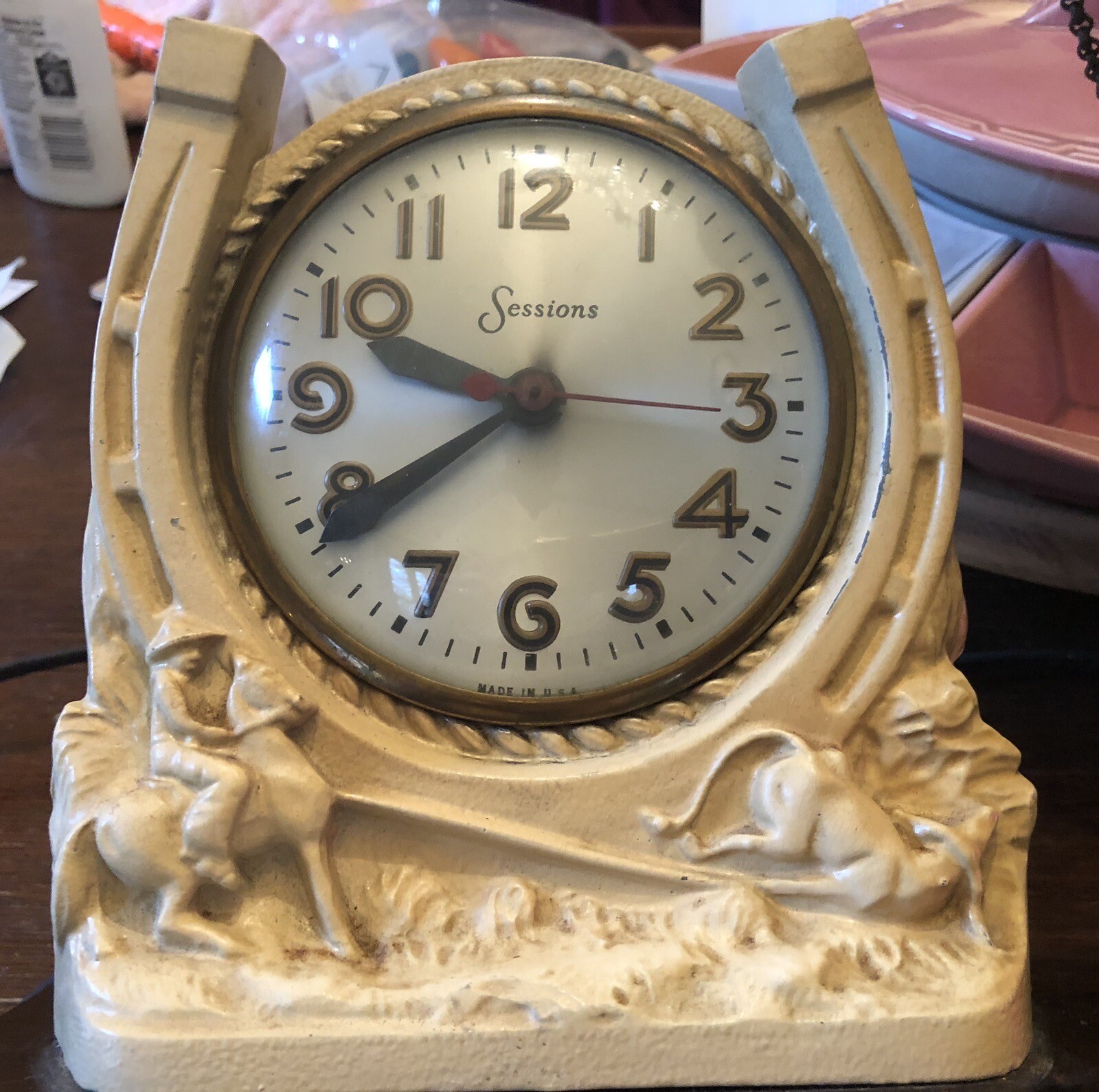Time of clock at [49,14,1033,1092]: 9:39
